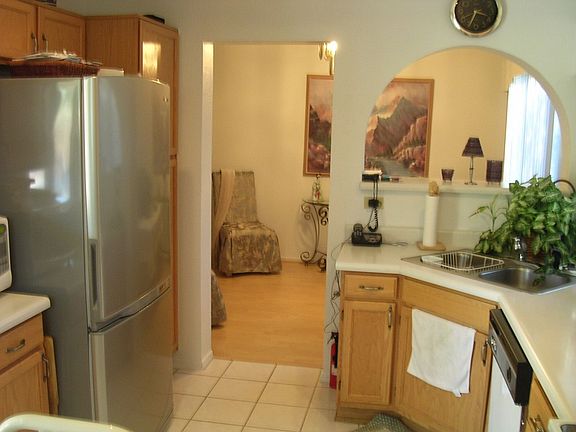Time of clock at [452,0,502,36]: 3:34
